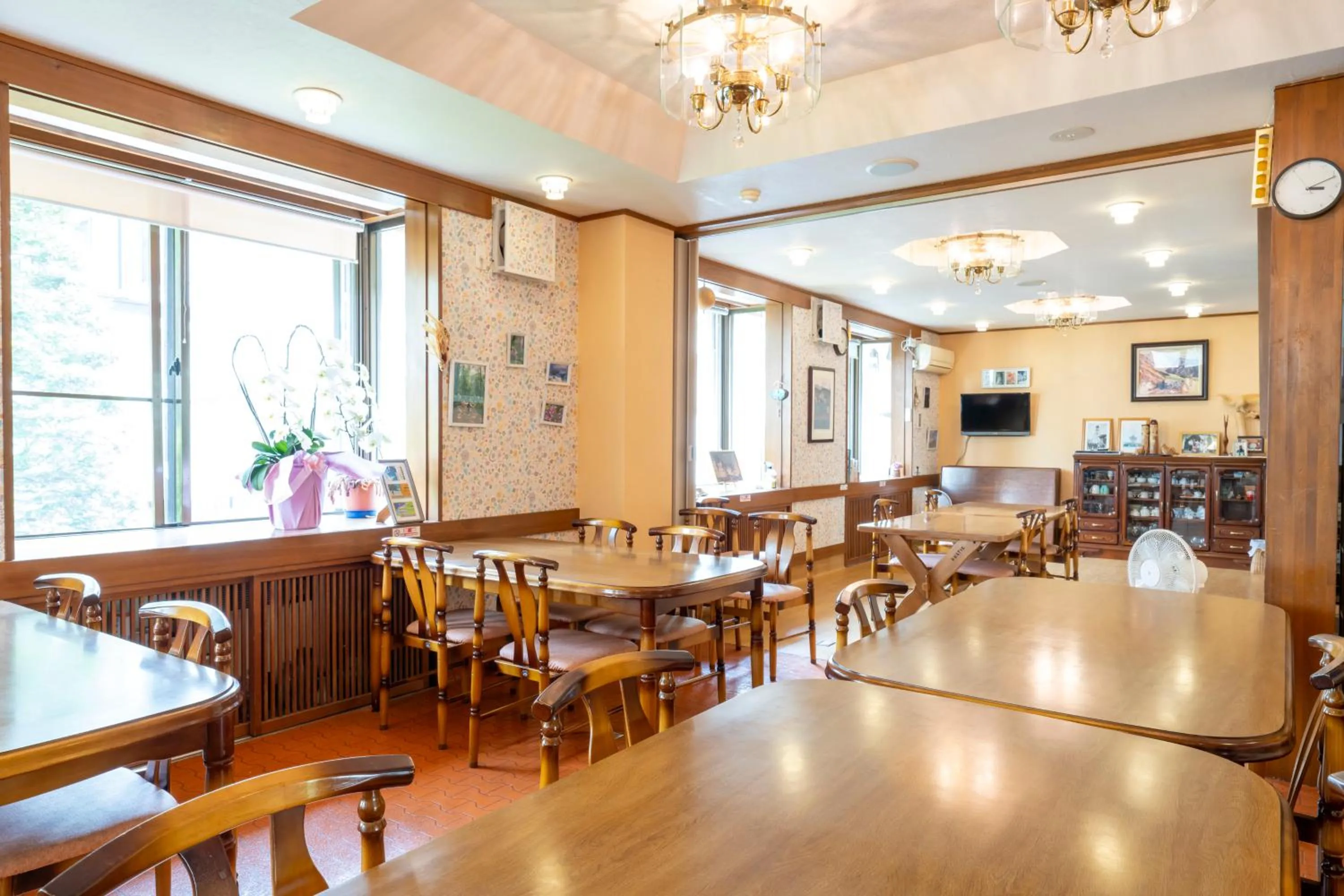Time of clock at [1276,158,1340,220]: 3:11
